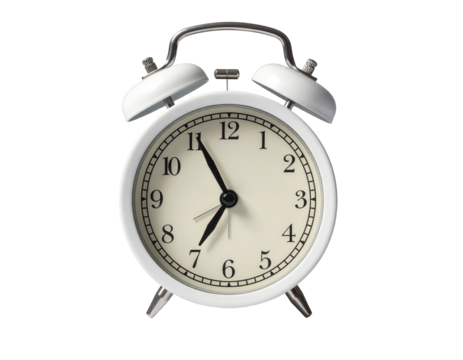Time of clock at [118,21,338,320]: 6:55
